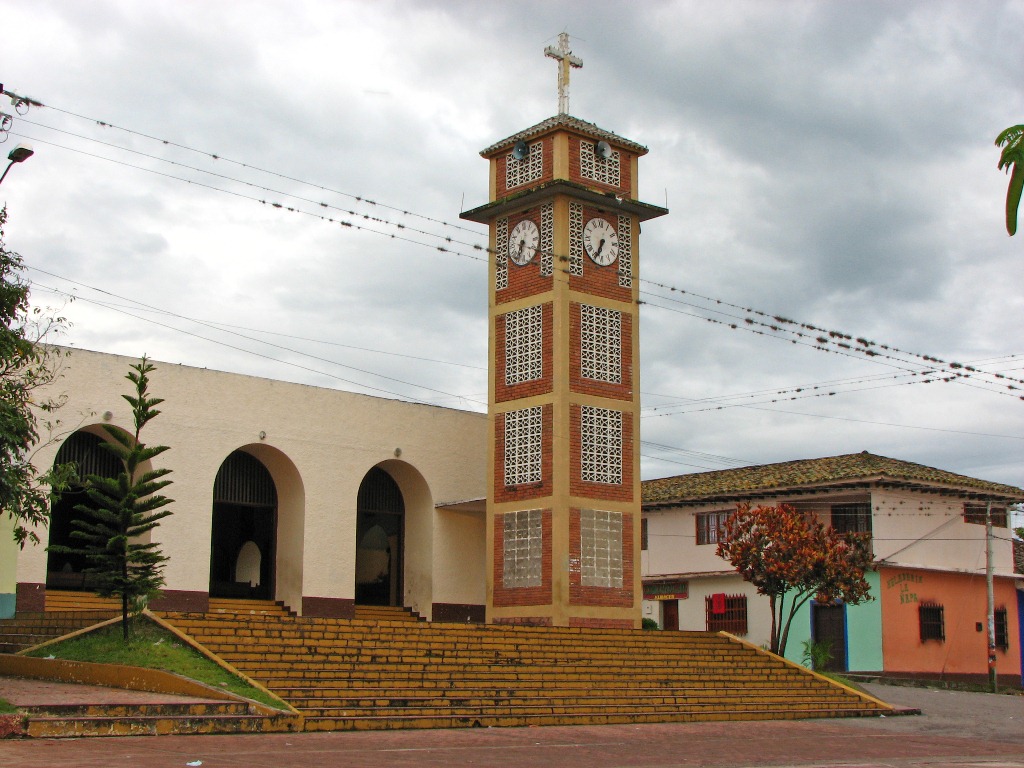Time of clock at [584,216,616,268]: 6:34
